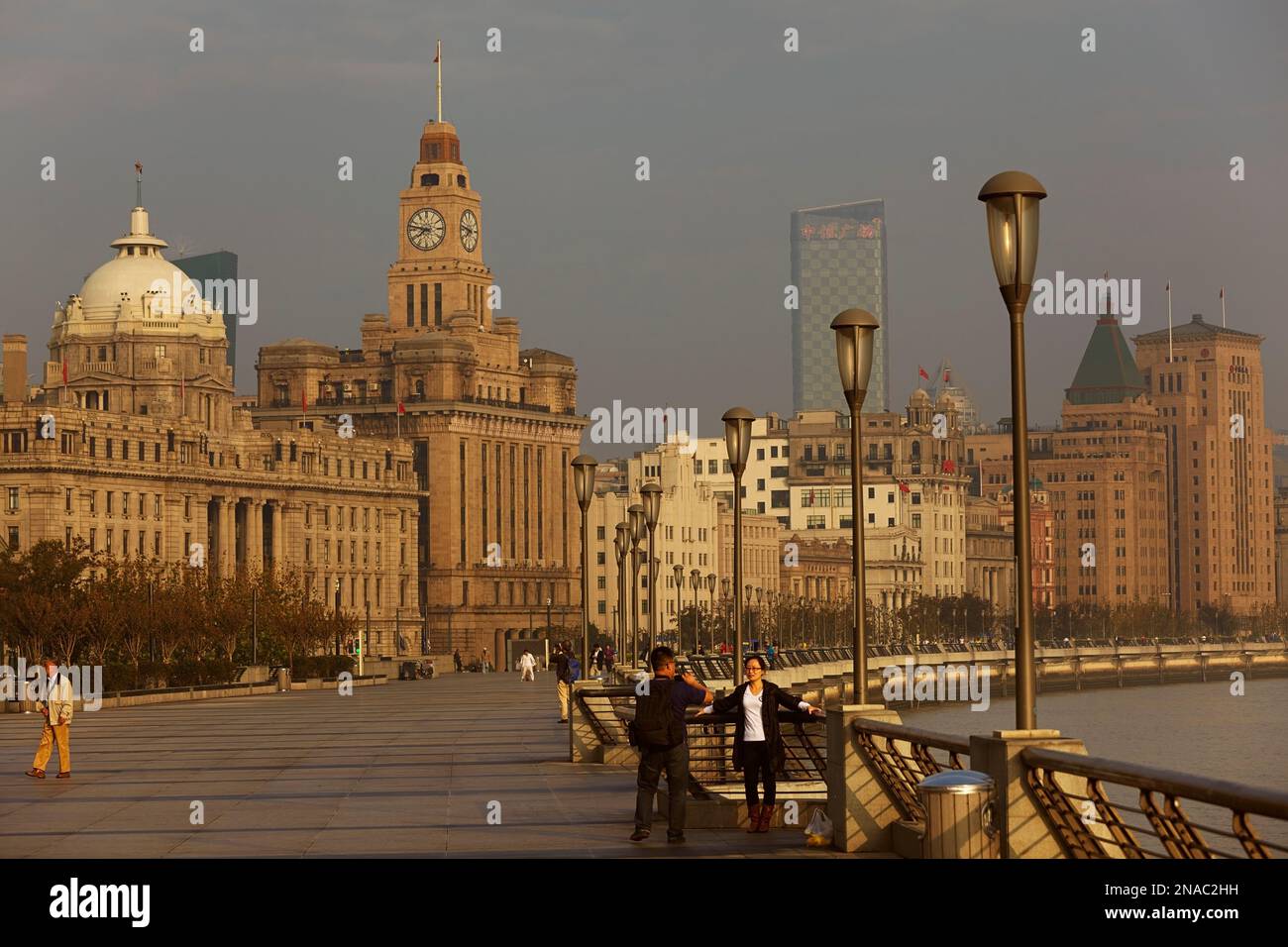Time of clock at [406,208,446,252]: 7:46
